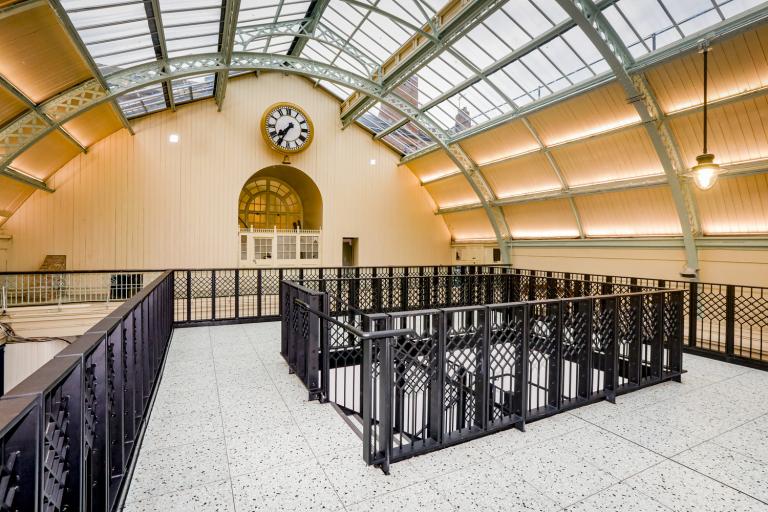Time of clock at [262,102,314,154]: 7:34
